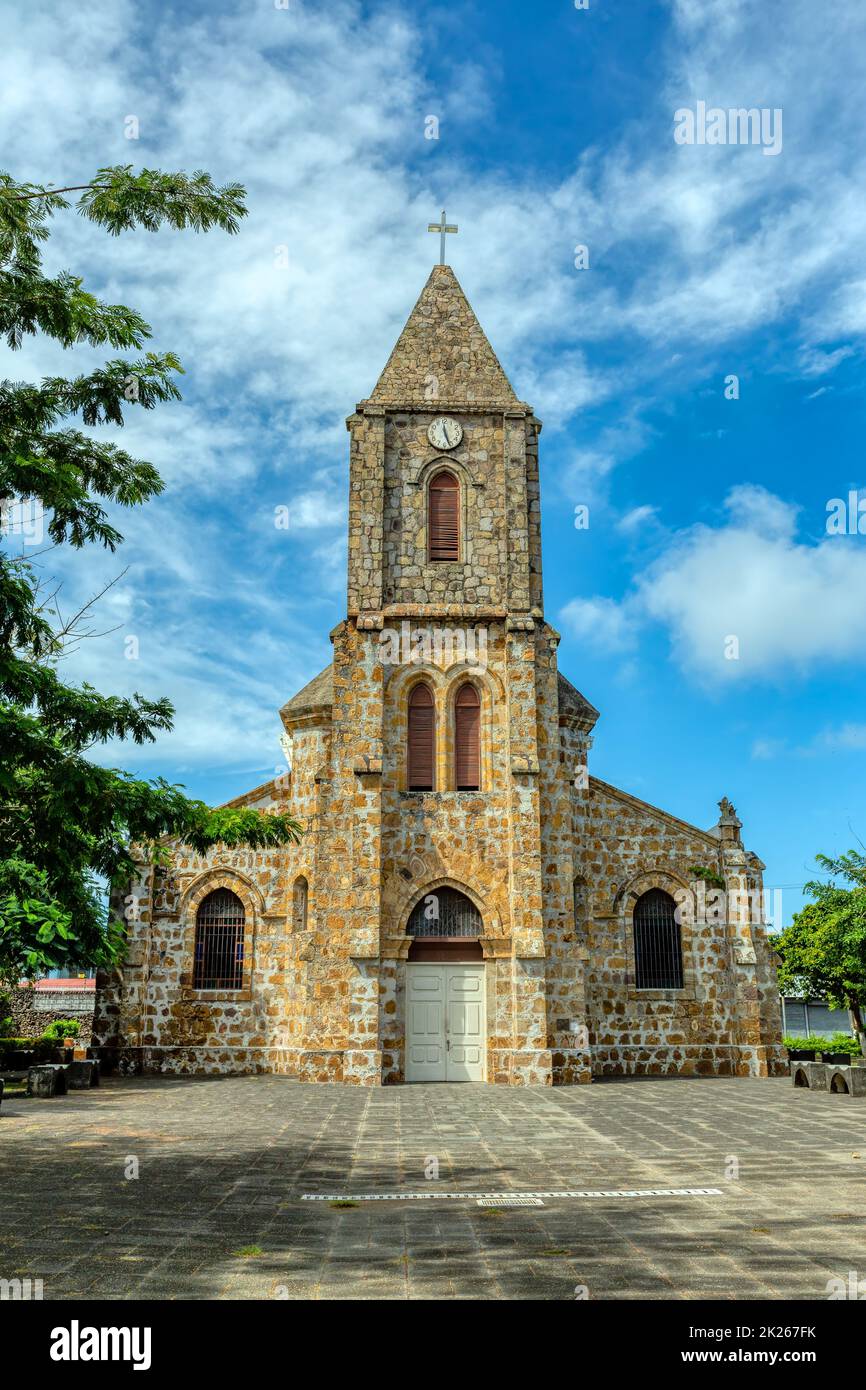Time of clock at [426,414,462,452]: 5:26
